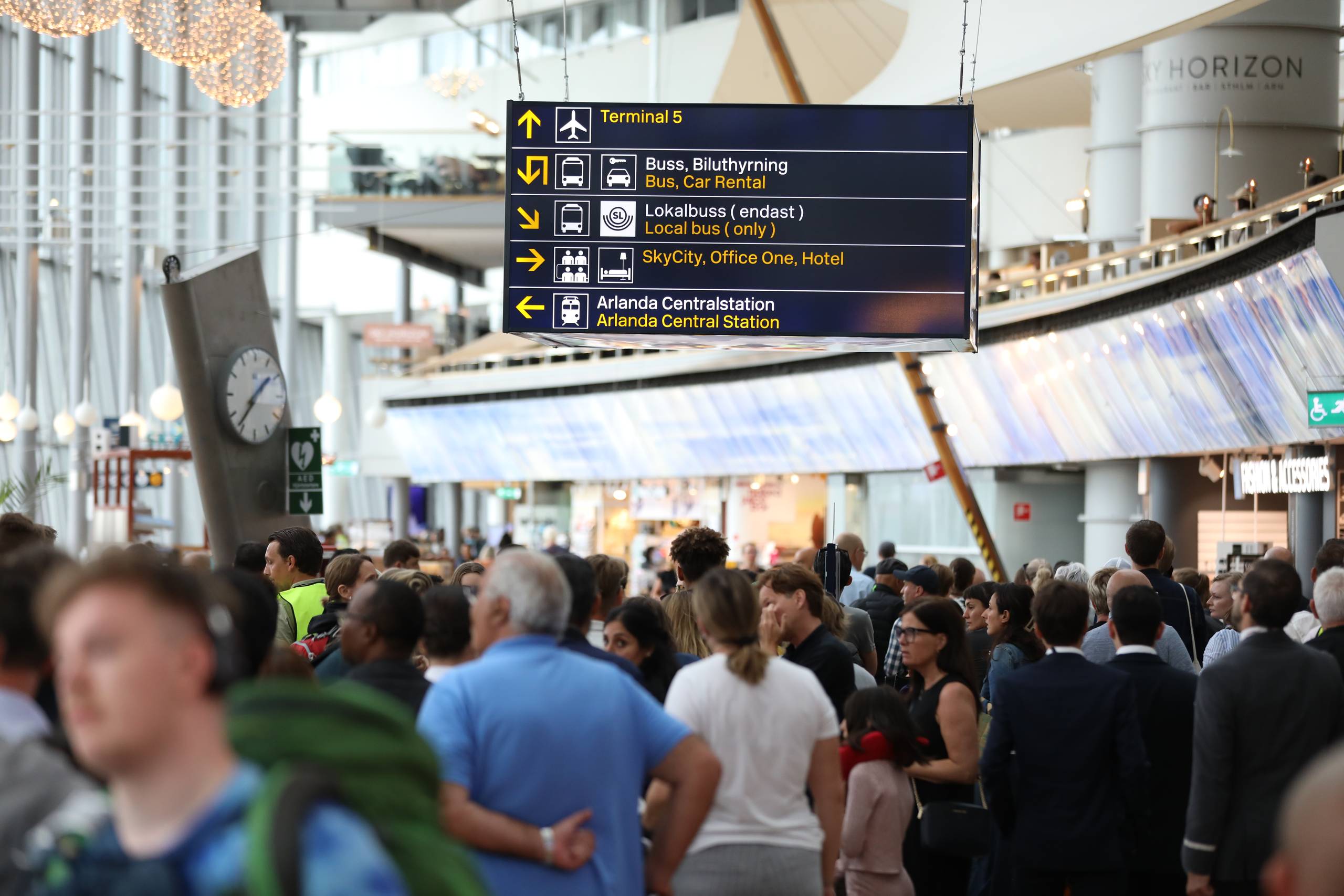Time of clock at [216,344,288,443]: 1:36
